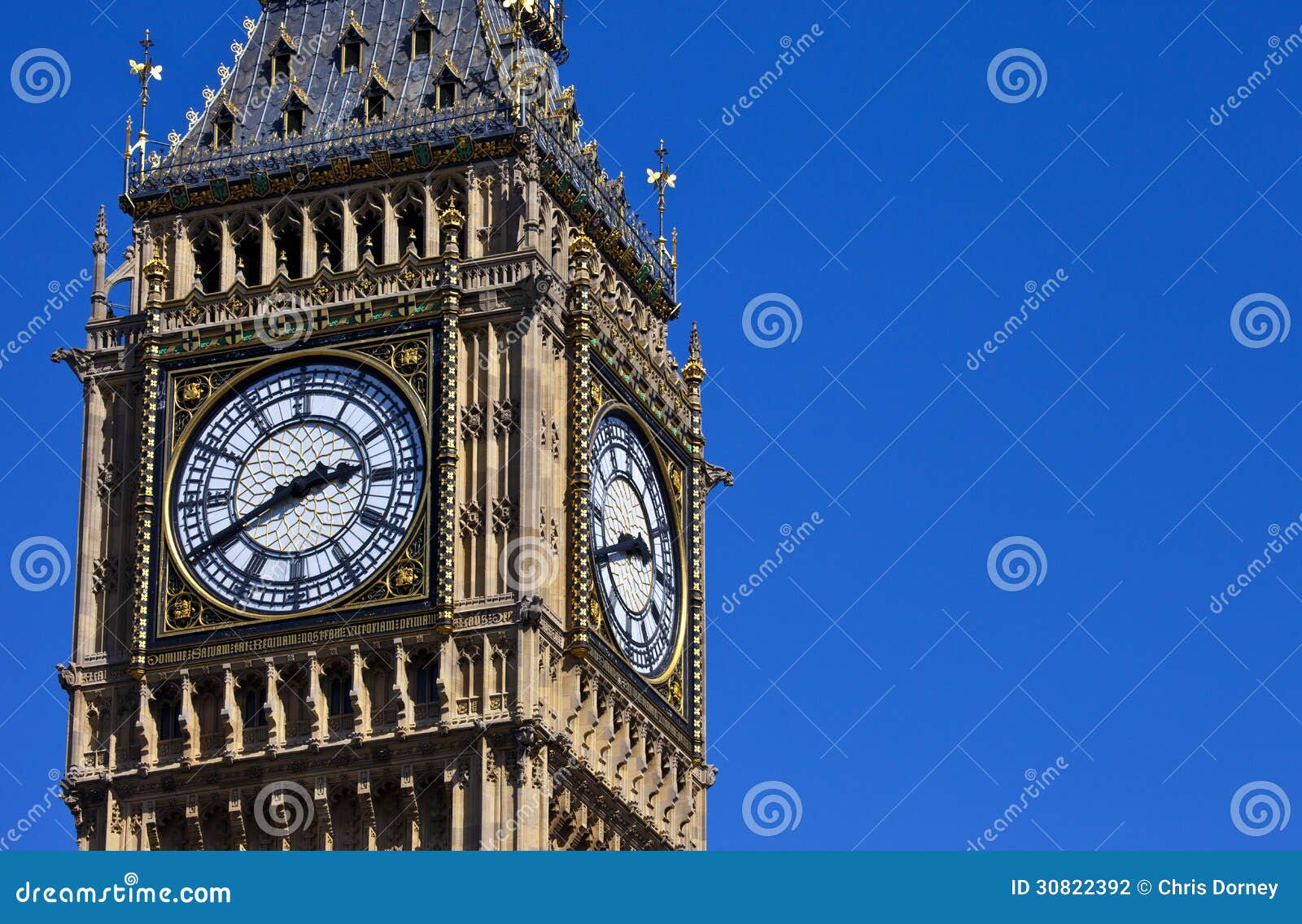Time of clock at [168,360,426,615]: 2:40
